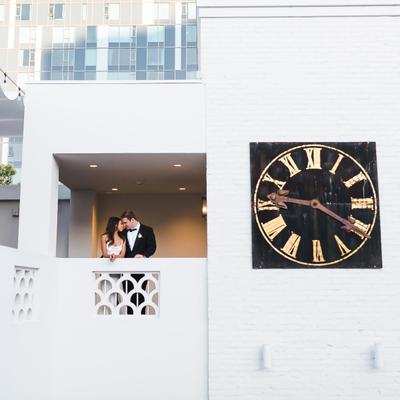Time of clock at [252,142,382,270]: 9:20
